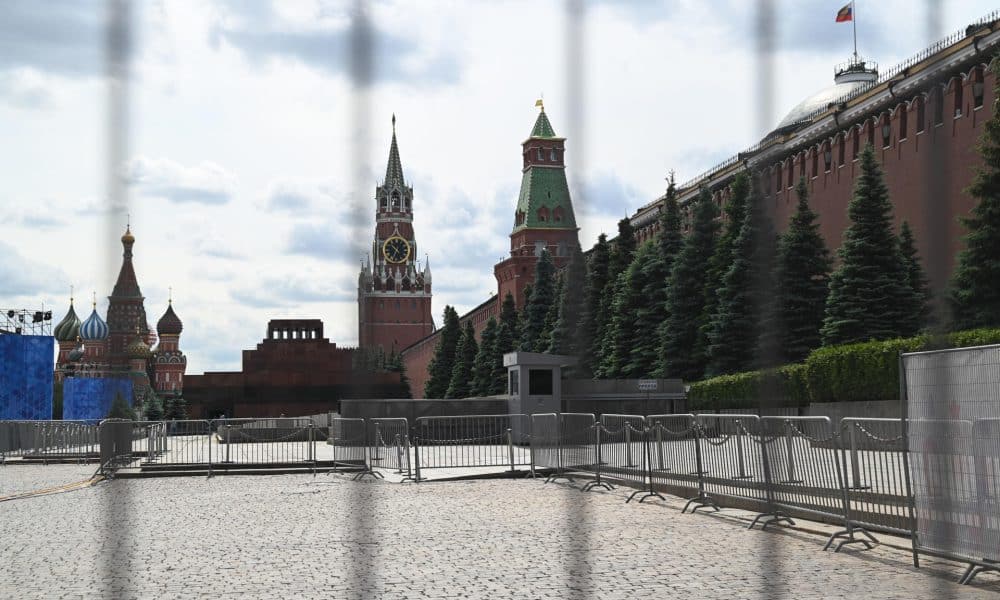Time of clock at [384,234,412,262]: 10:34
